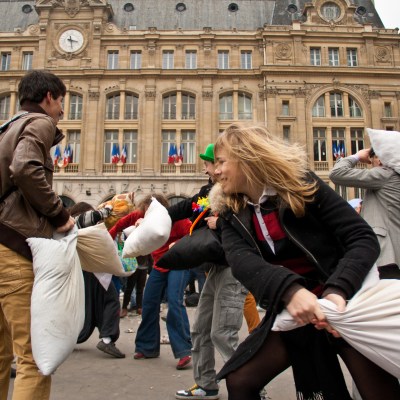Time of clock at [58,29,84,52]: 3:28
